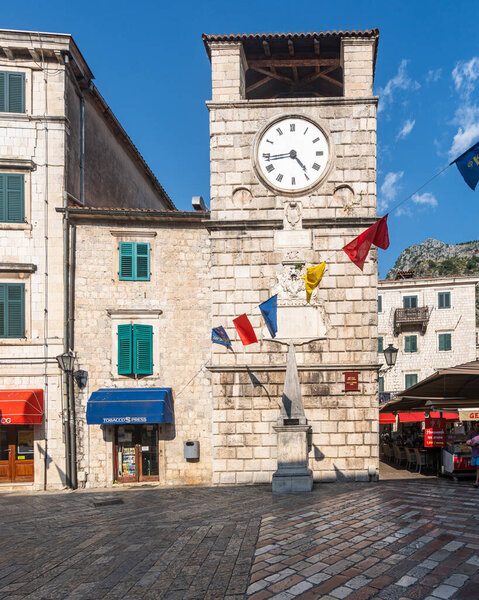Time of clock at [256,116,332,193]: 4:43
